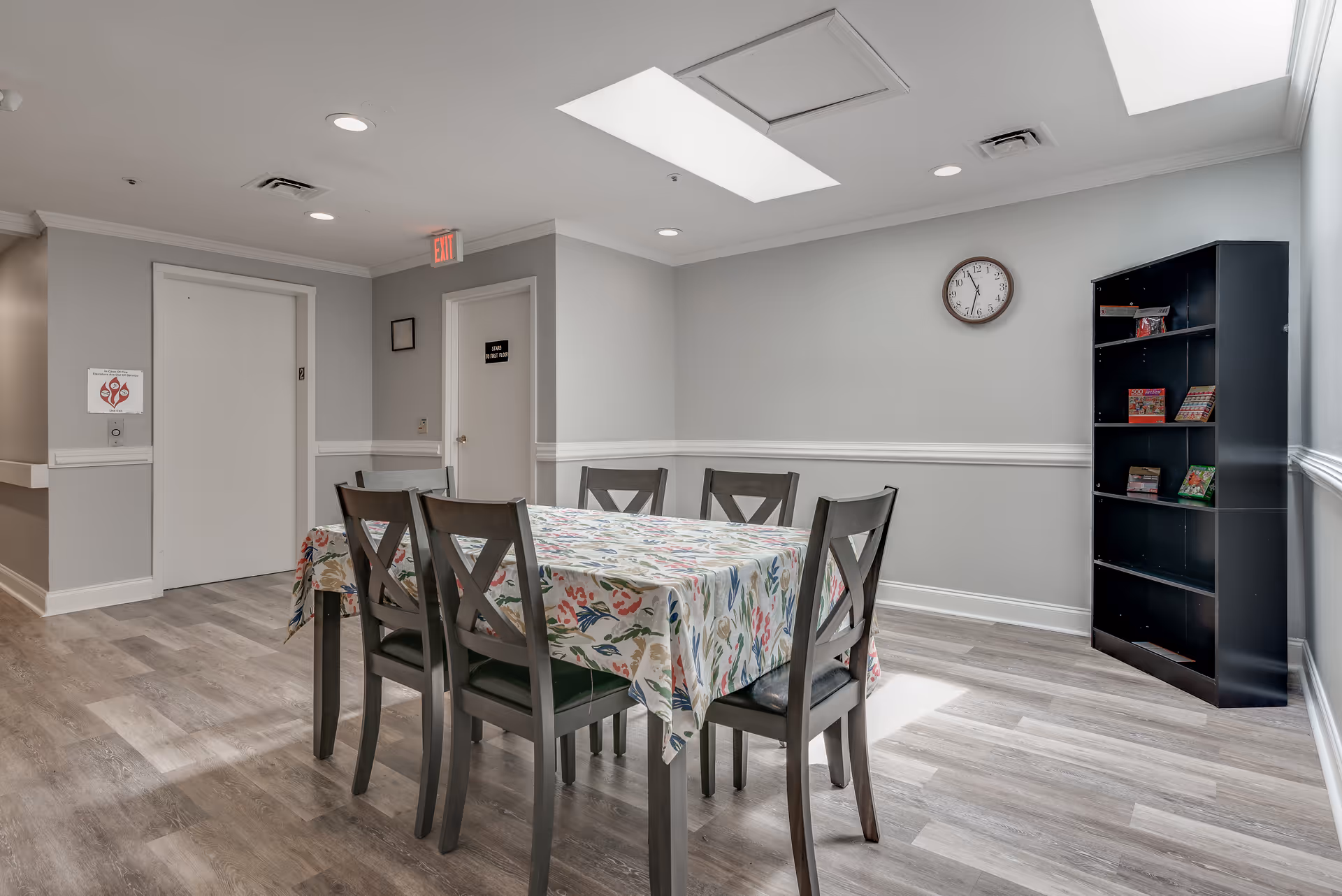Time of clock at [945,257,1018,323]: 11:32
